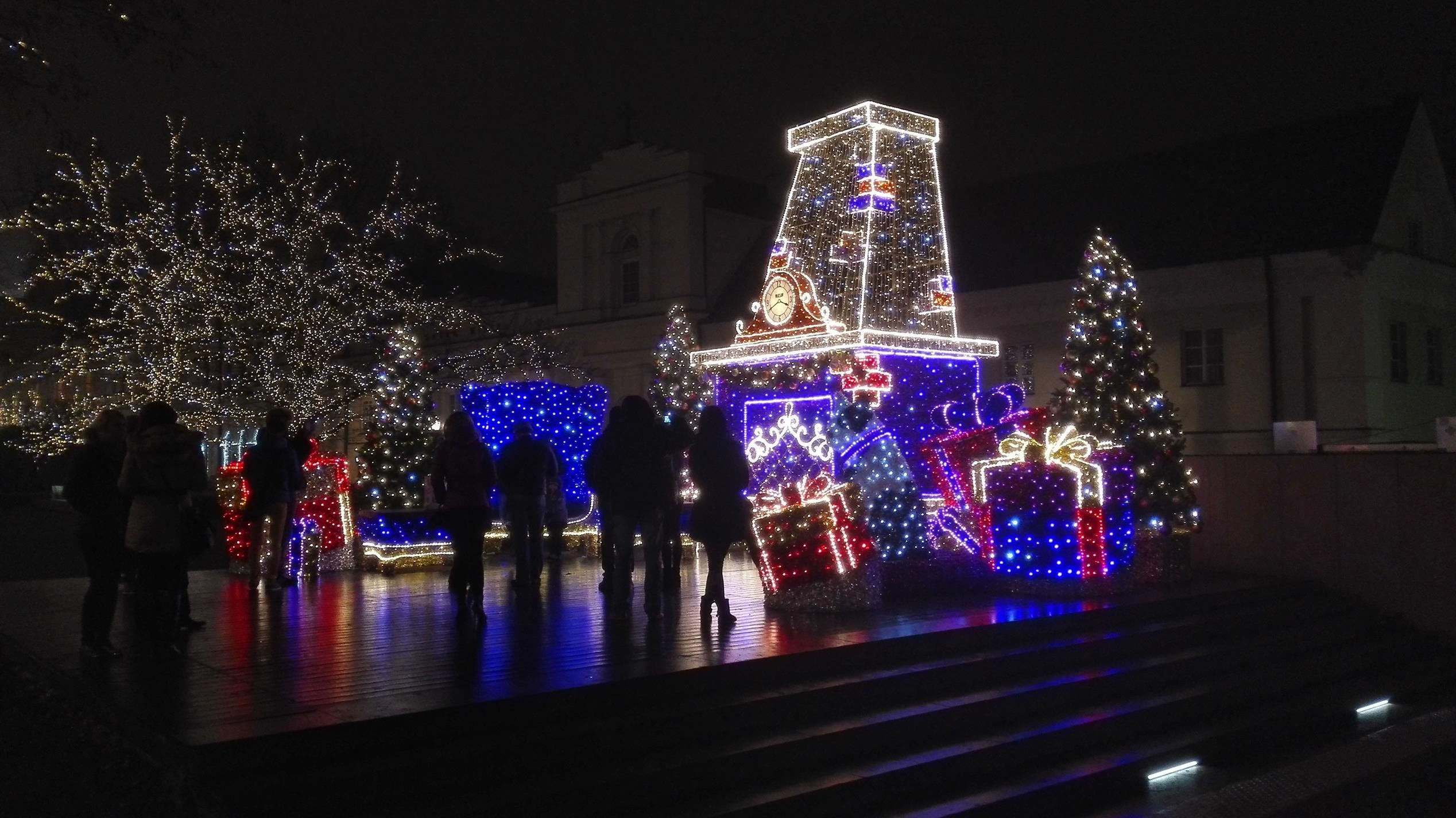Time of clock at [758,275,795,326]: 3:40
